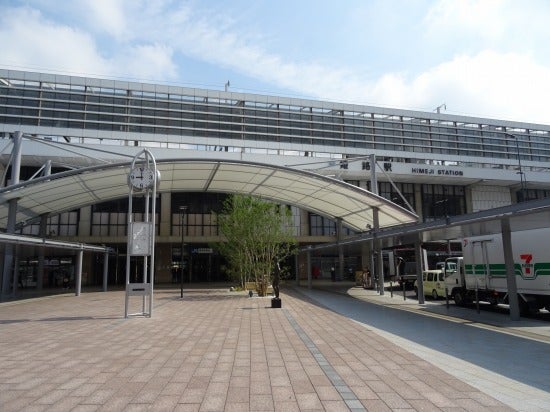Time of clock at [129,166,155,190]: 8:59
